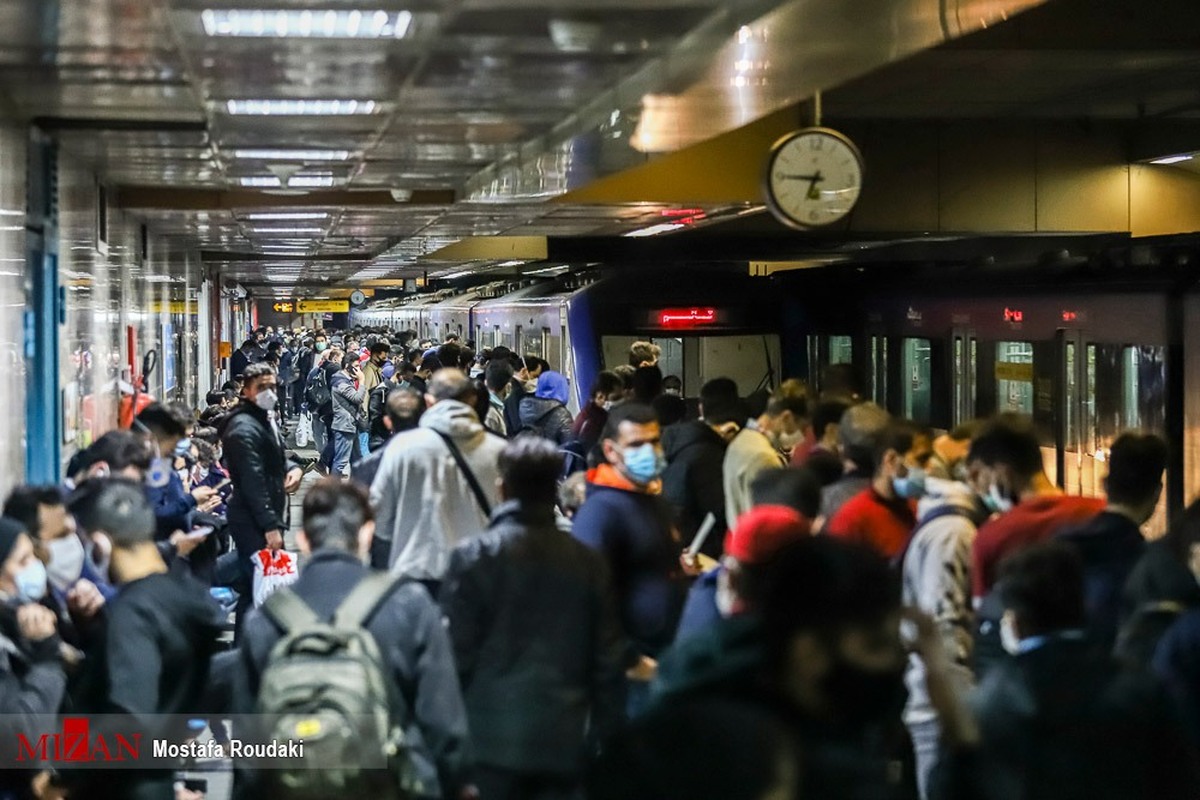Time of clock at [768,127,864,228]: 6:45
